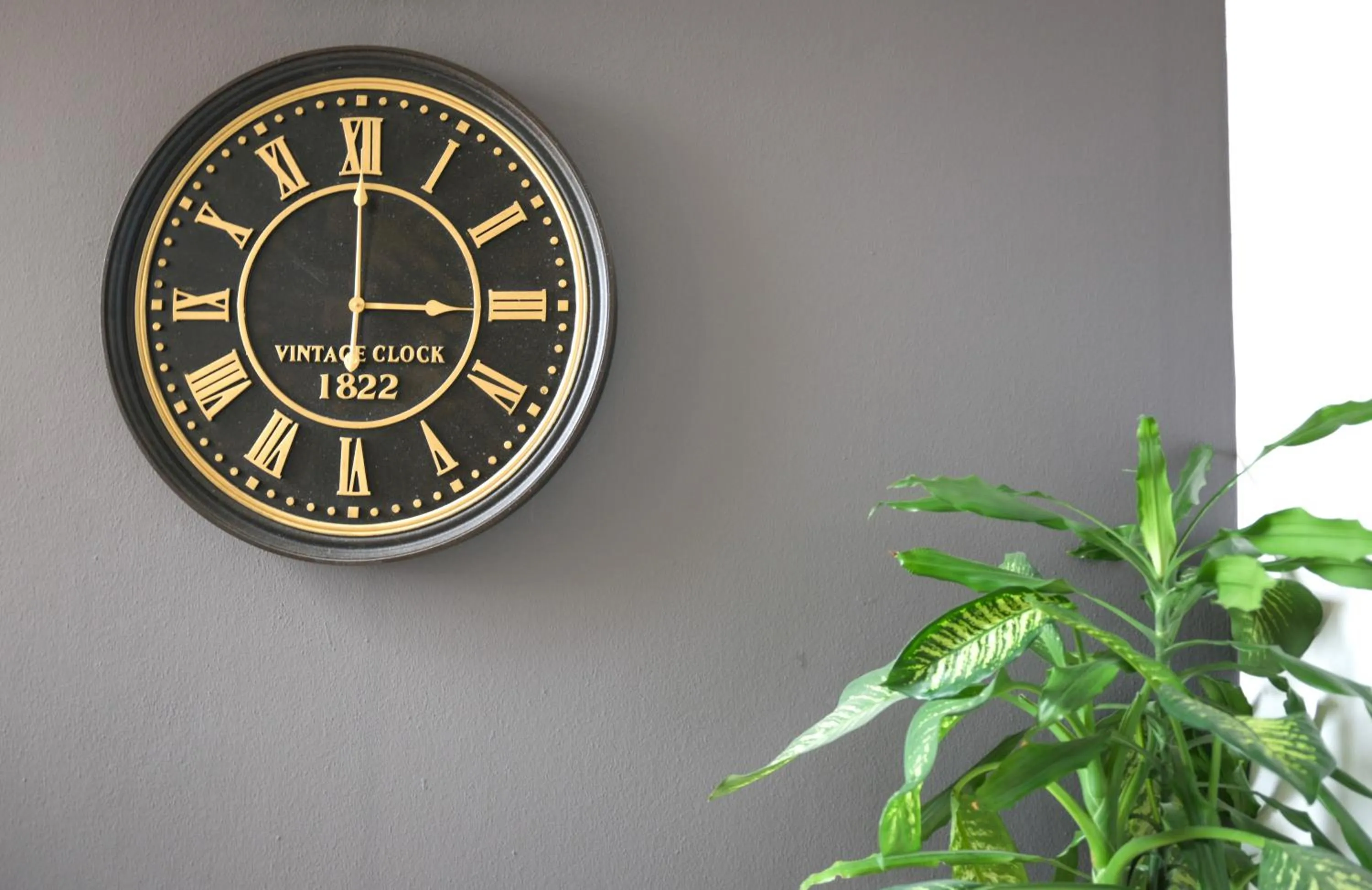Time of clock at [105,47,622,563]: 3:00
